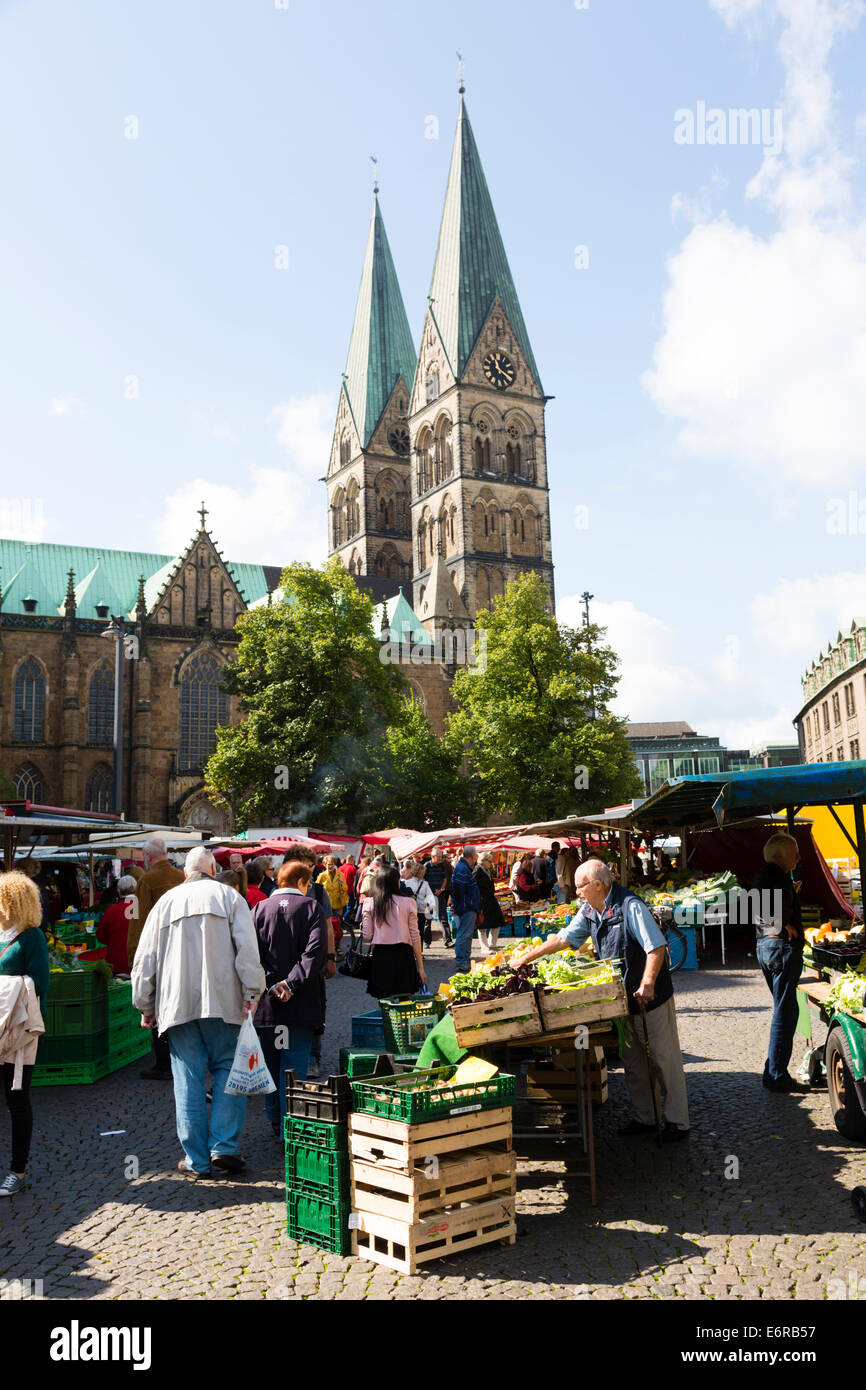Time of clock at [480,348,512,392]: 11:20
